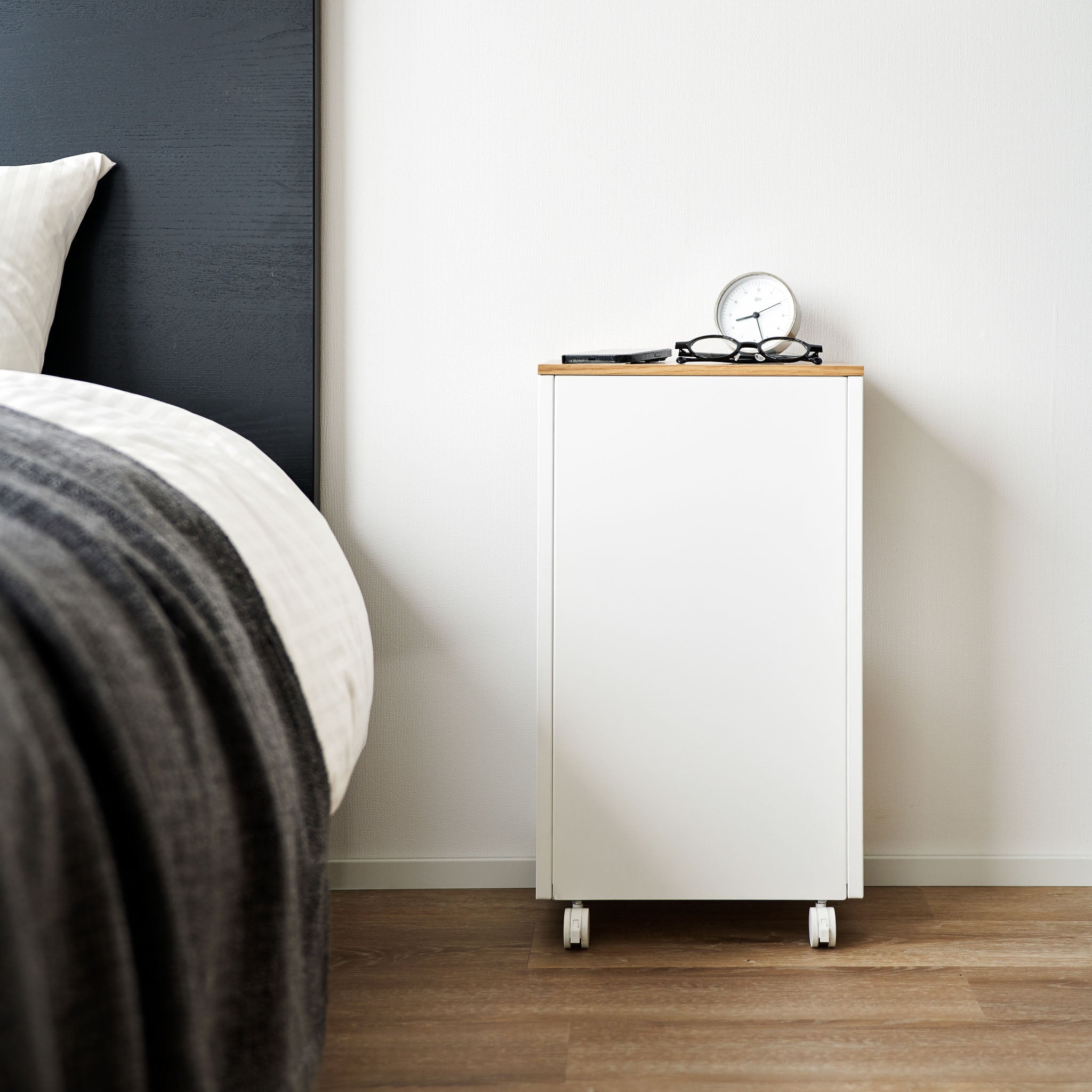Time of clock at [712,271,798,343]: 8:26
